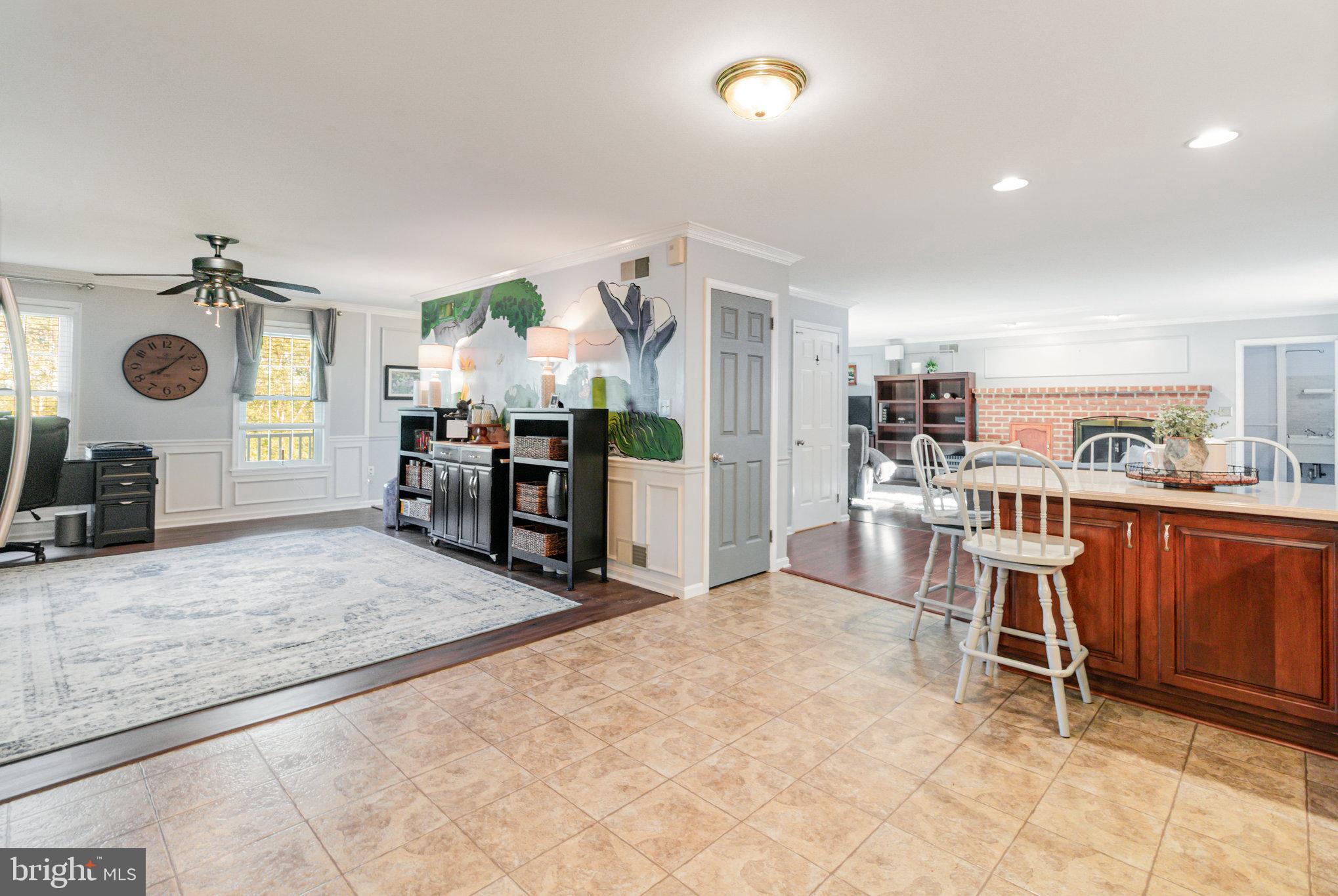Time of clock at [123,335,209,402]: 8:07
